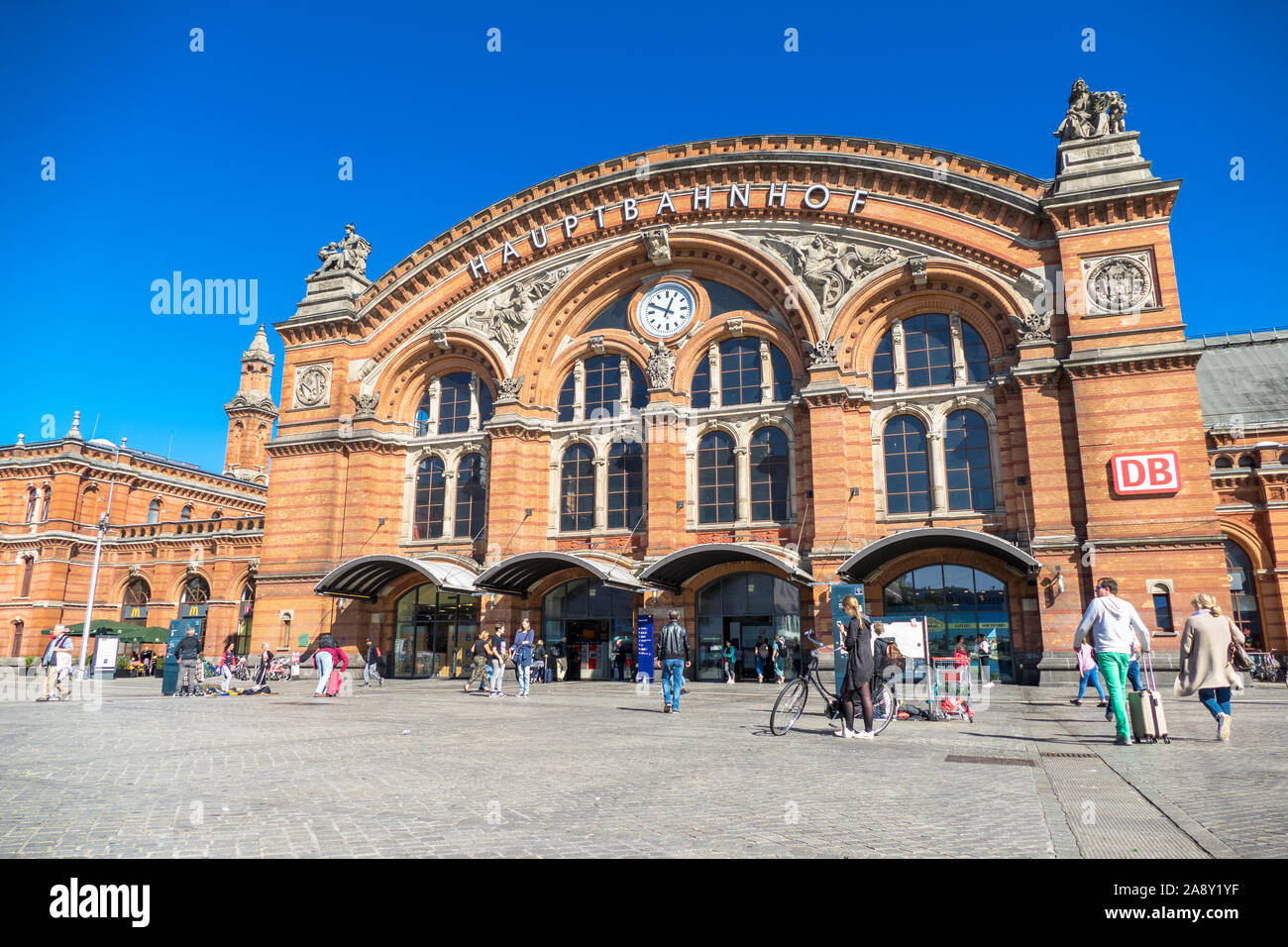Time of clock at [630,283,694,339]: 12:49
